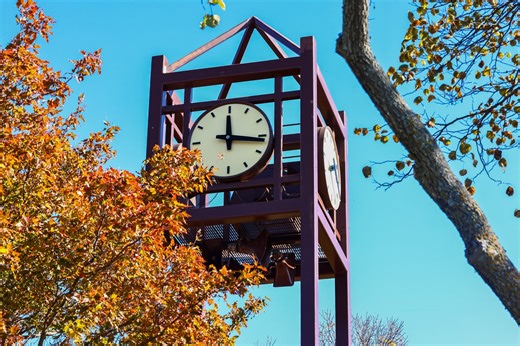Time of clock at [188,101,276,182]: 12:16
